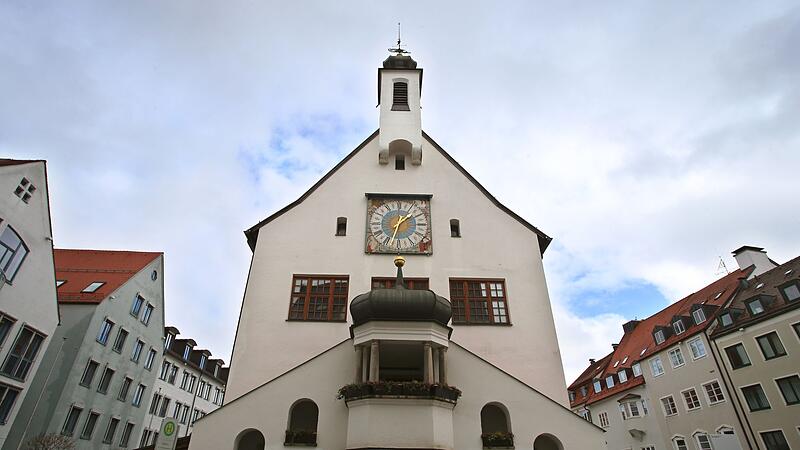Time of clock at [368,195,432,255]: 1:32
